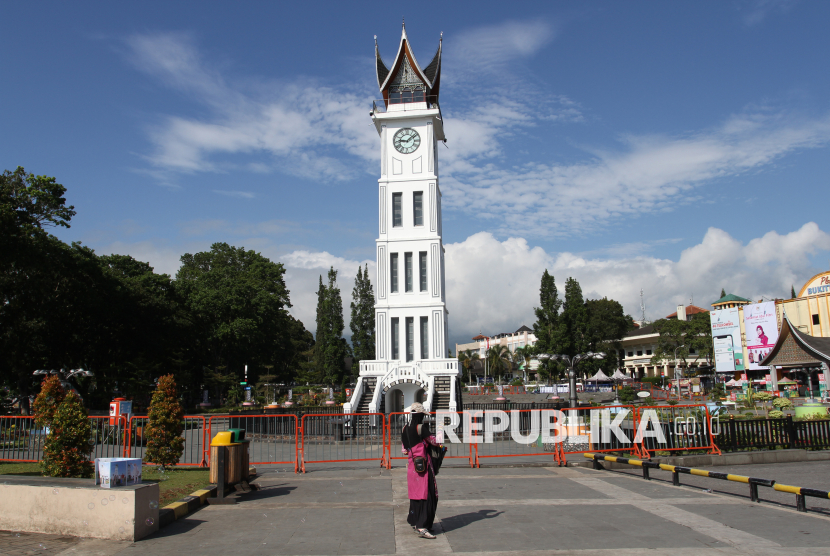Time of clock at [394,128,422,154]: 9:08
